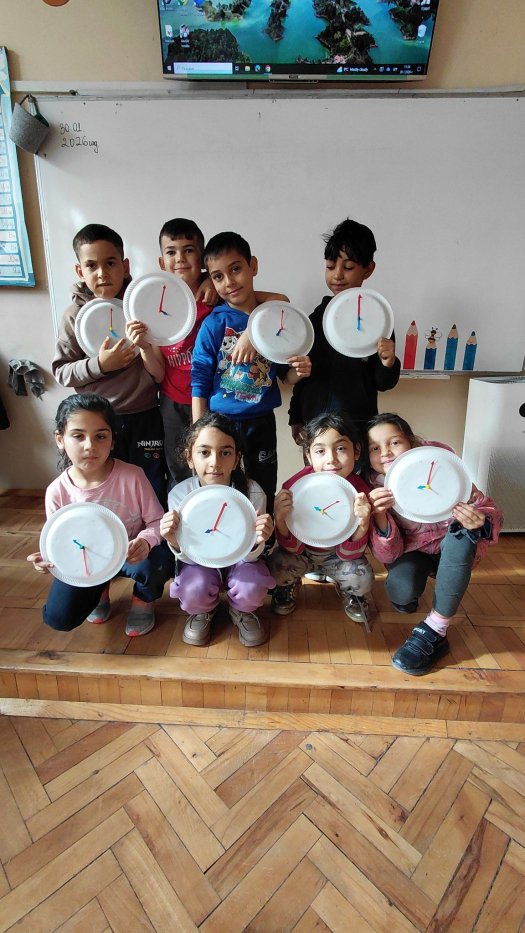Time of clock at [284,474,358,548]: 4:10
